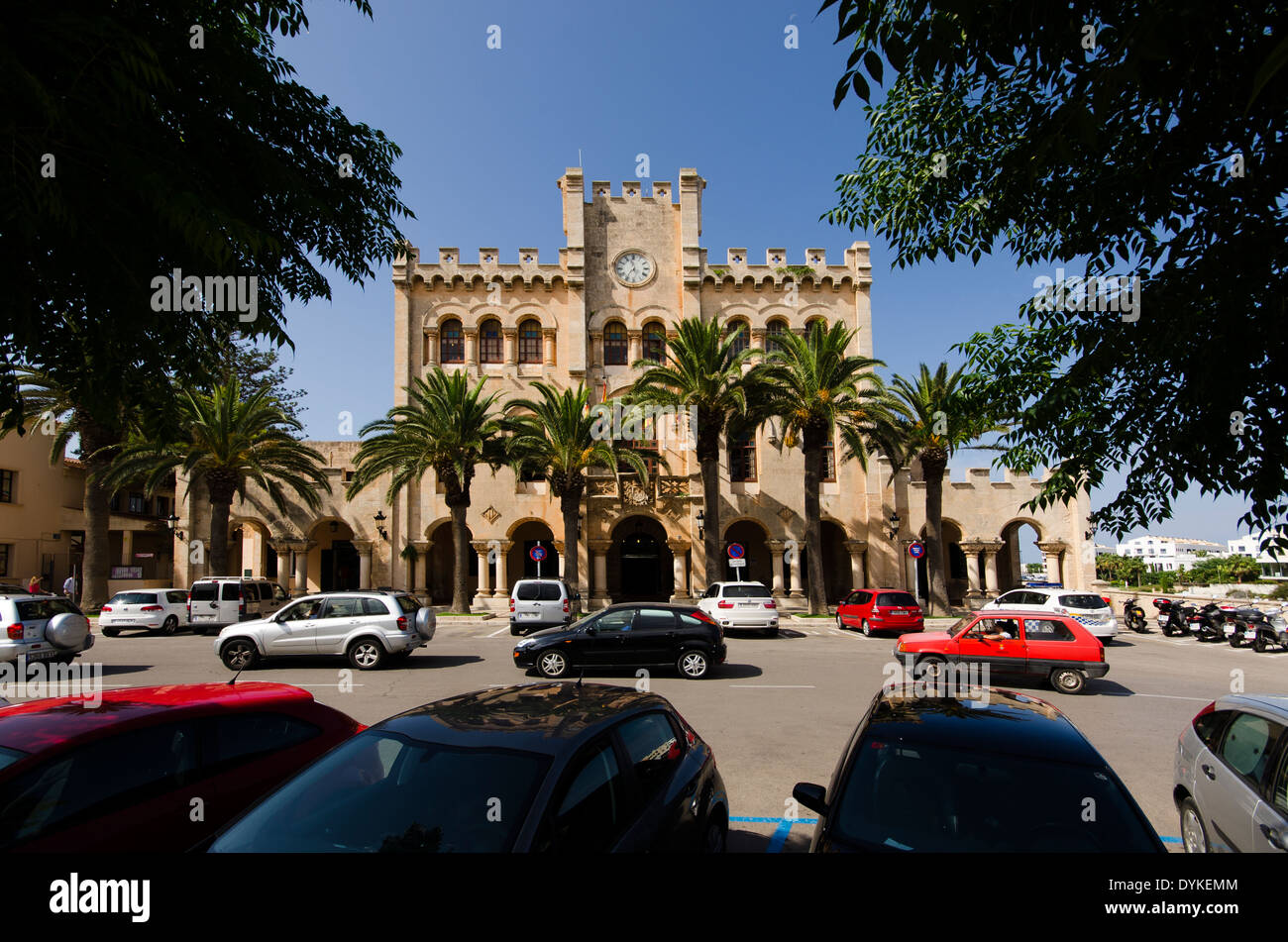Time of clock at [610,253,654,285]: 11:35
